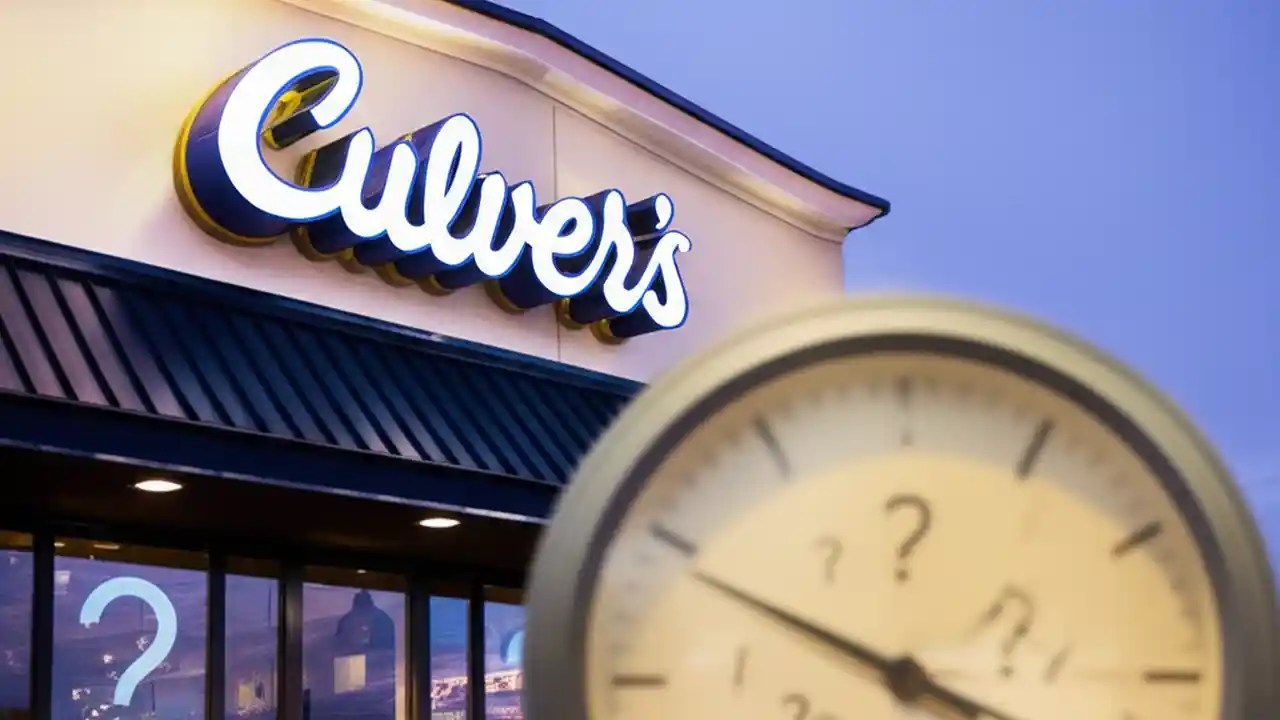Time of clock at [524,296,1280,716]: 3:49
